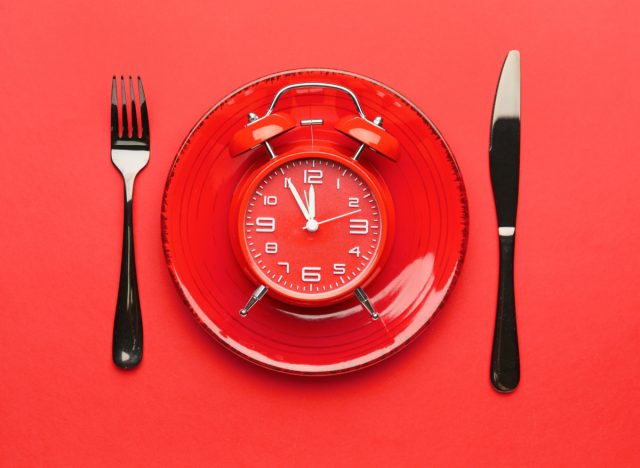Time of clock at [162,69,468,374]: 11:55
